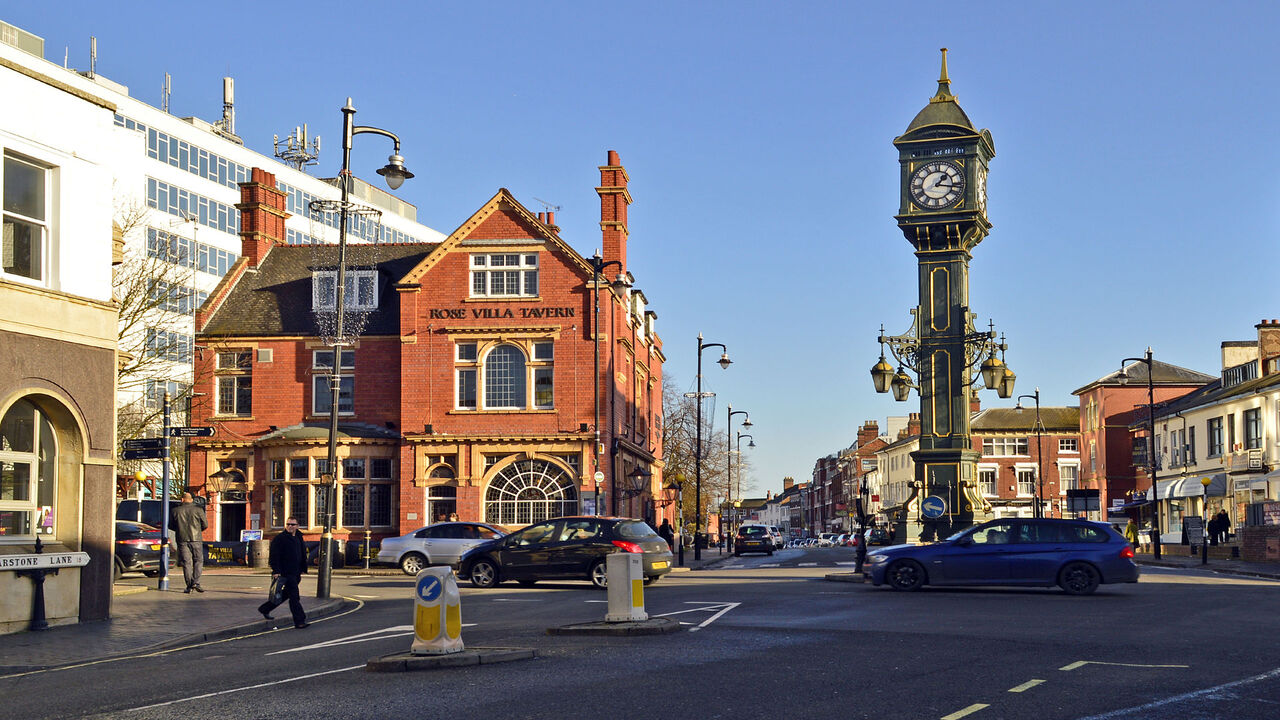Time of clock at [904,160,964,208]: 1:16
